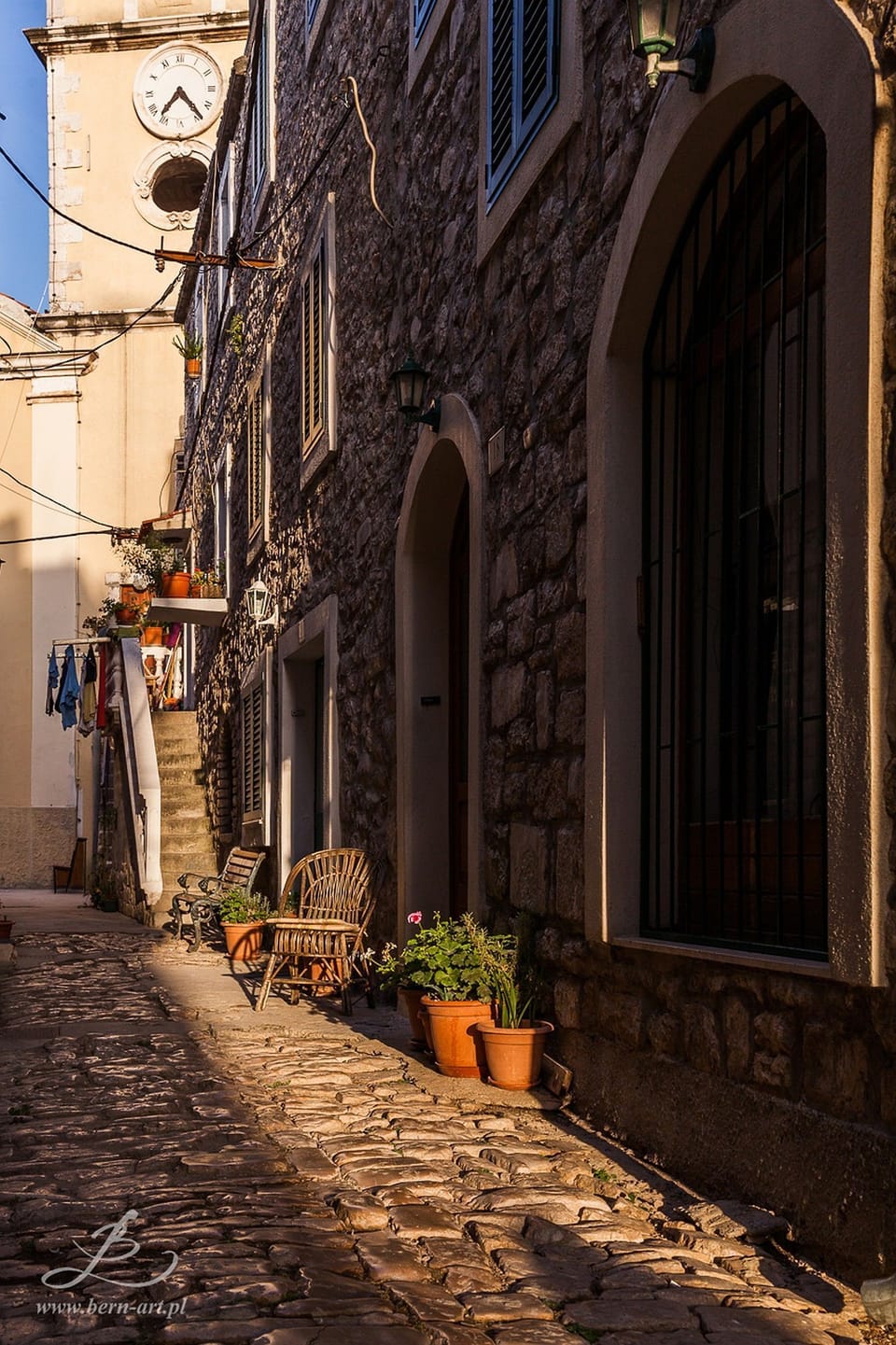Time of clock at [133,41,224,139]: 7:23
